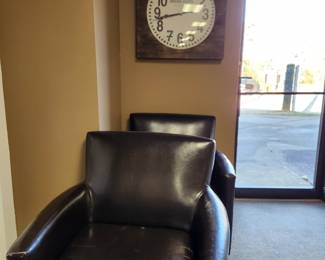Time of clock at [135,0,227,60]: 8:42
